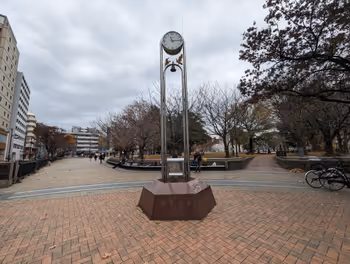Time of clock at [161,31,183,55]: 11:14
